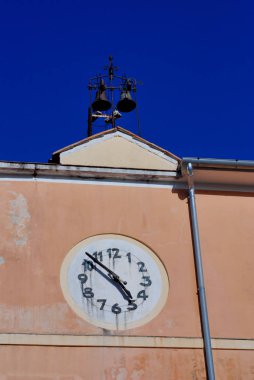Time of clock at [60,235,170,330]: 4:51
